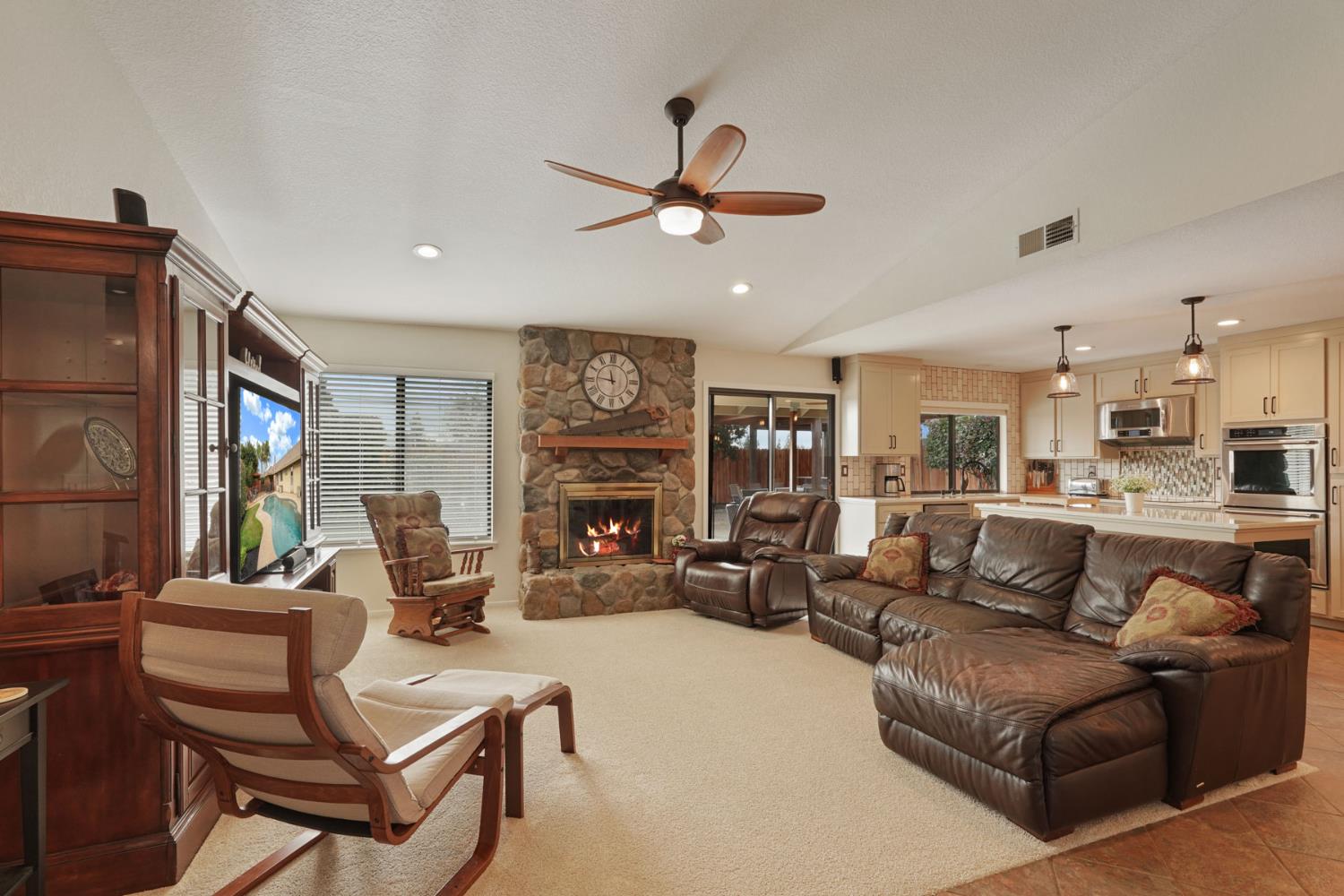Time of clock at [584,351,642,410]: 11:46
